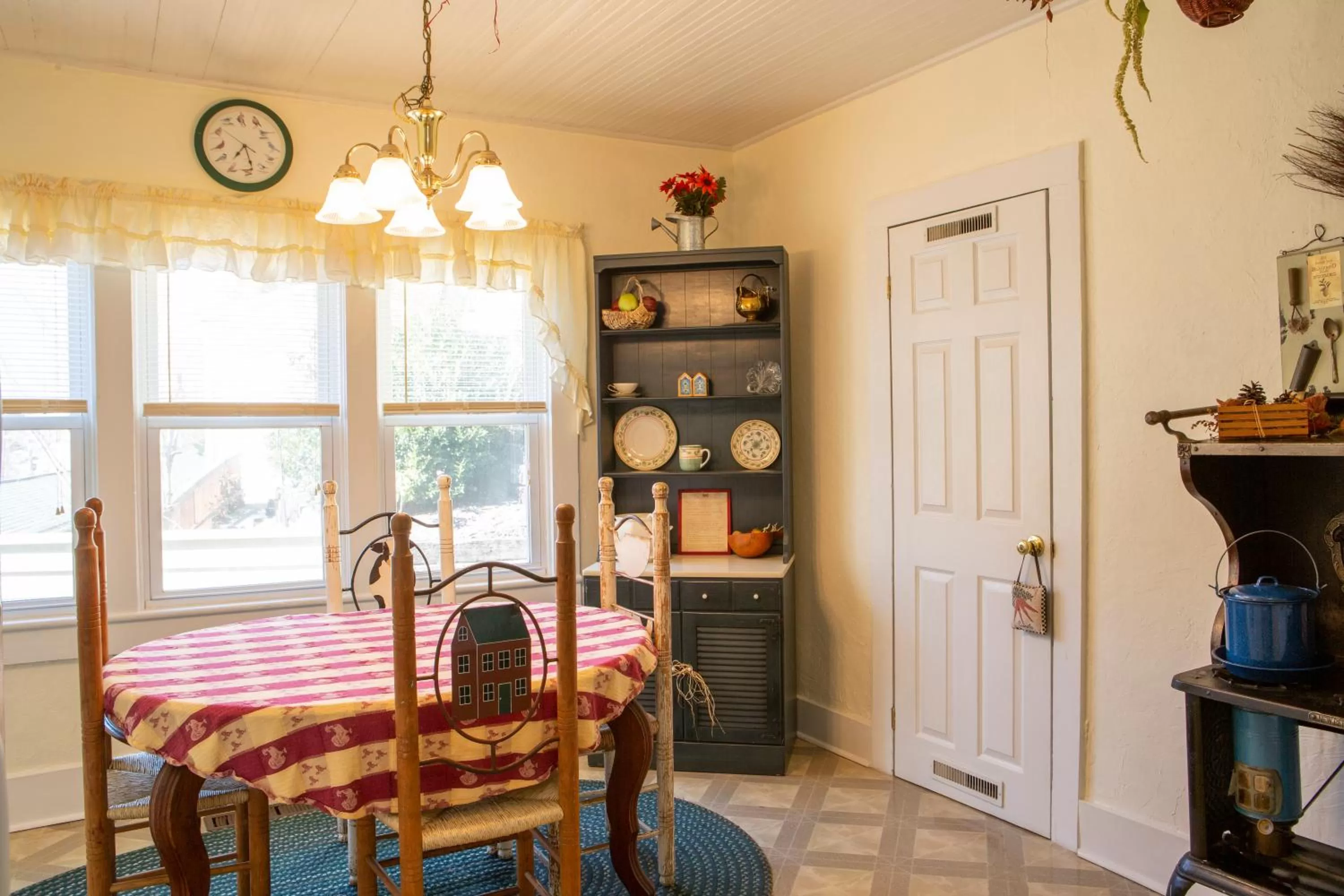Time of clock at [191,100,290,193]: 7:28
